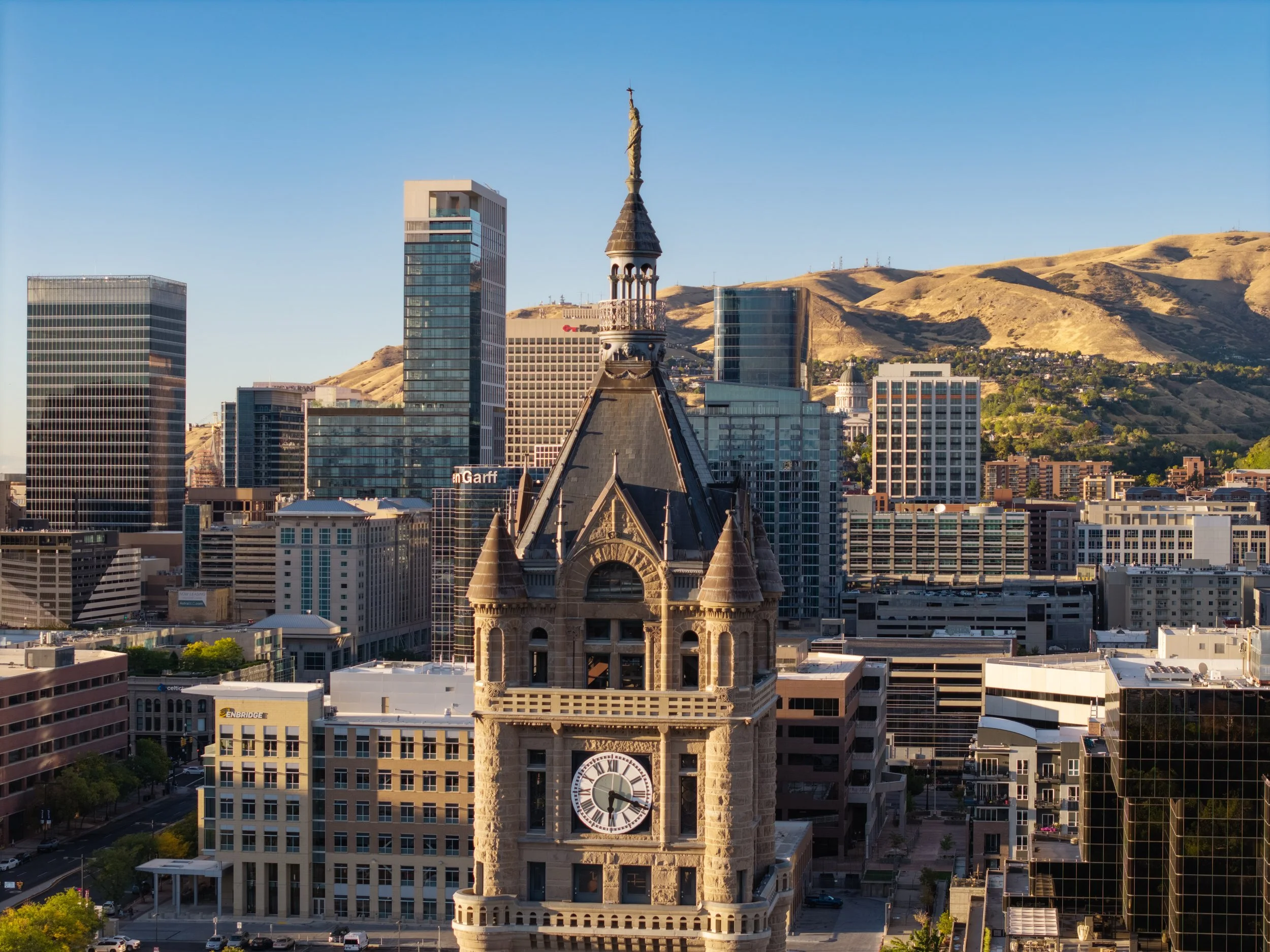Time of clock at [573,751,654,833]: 6:18
